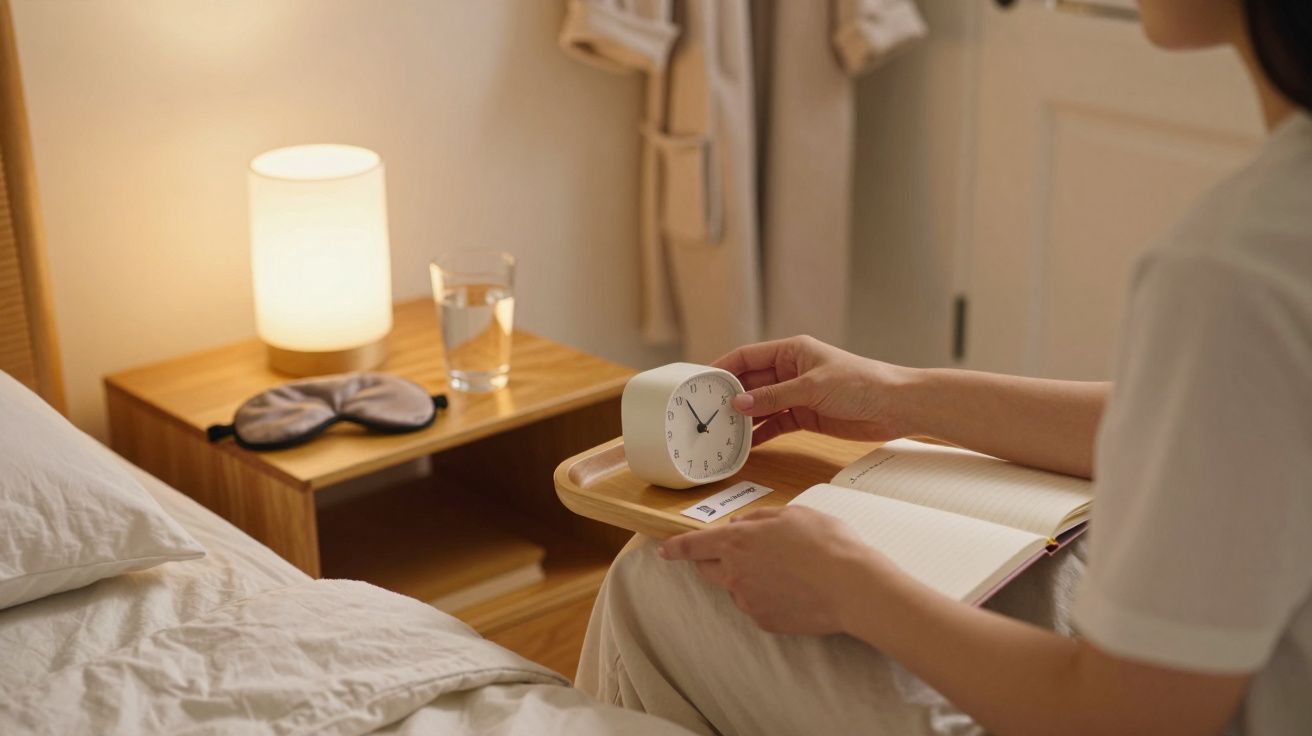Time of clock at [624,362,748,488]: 1:56
